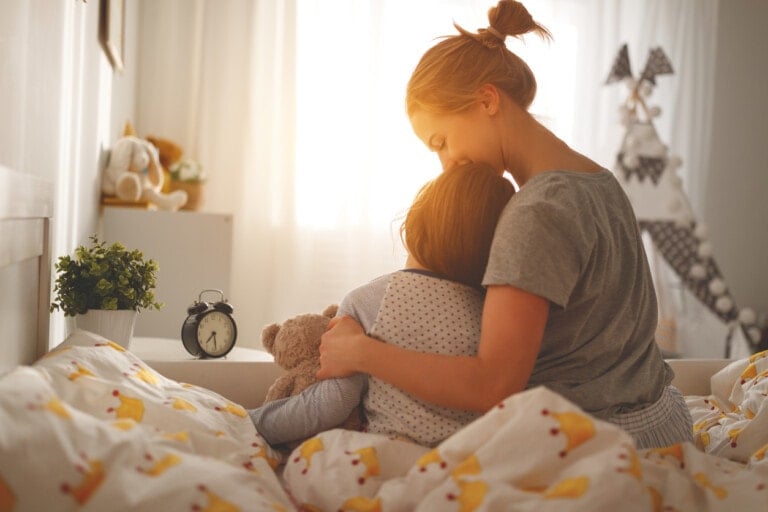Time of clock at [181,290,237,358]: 7:28
